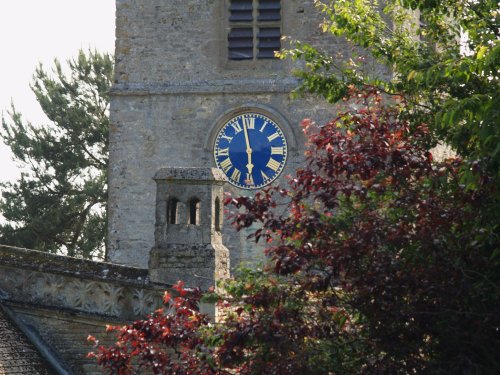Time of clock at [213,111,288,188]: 5:58
